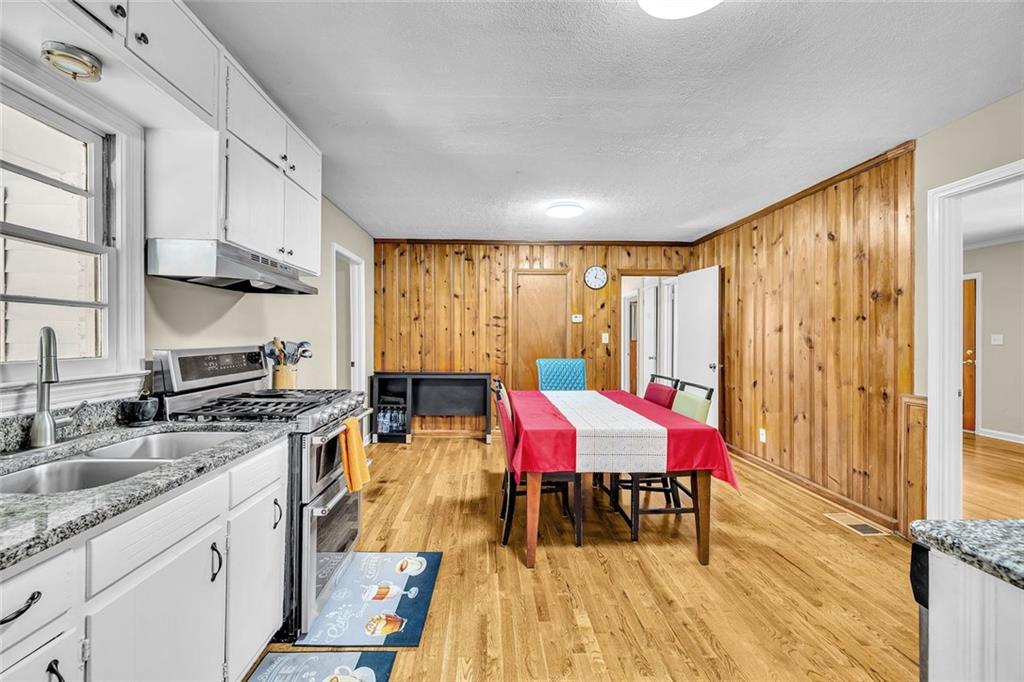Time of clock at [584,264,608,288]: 12:18
